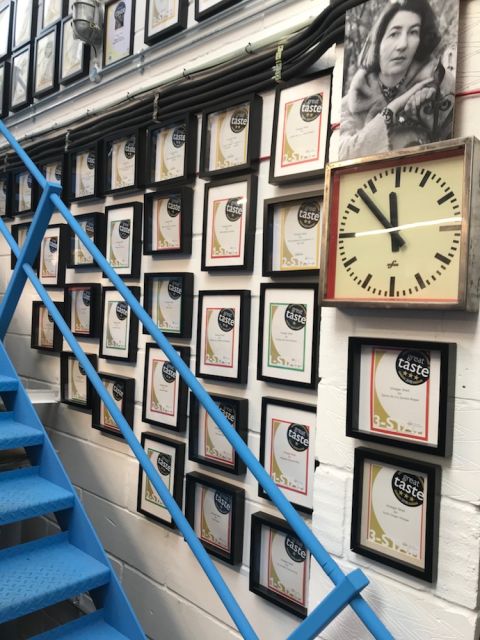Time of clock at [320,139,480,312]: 11:52
